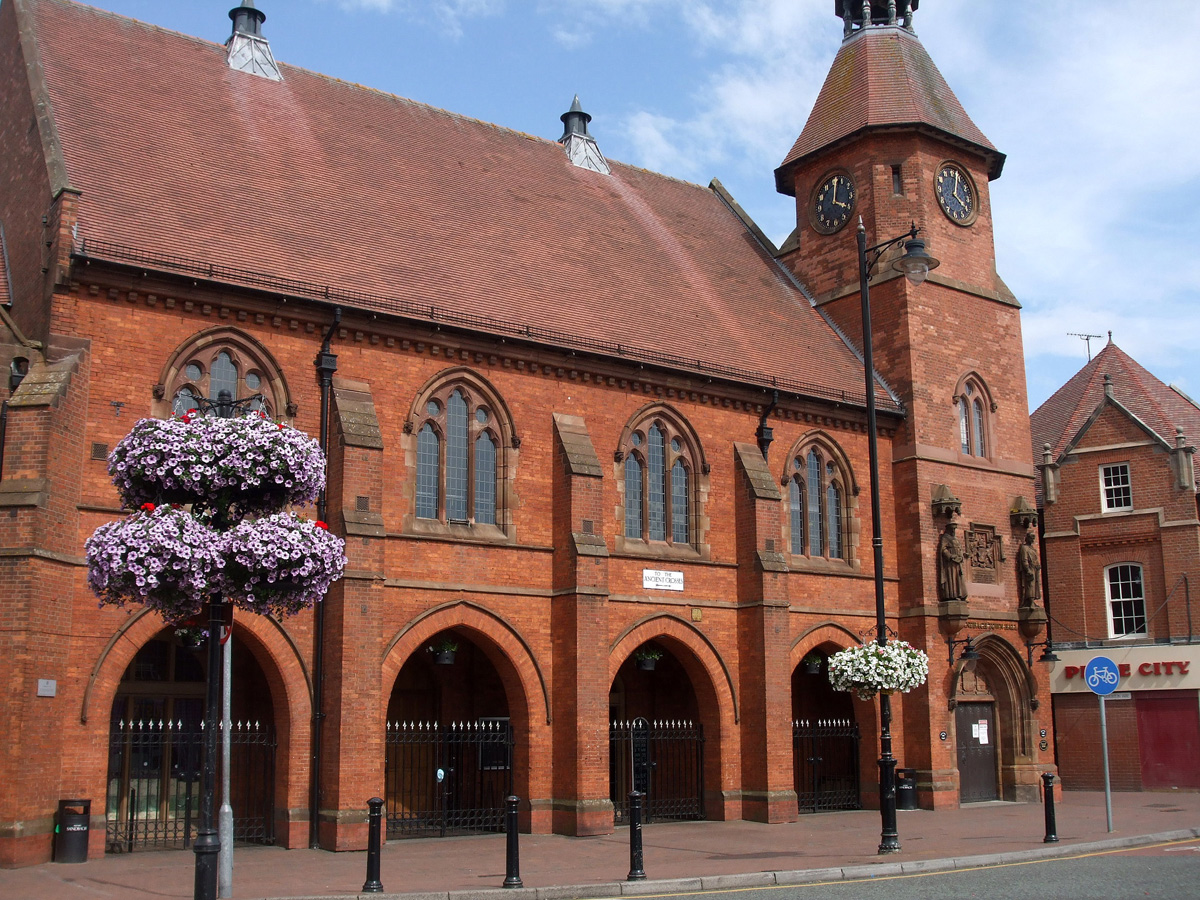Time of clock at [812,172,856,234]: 4:01
